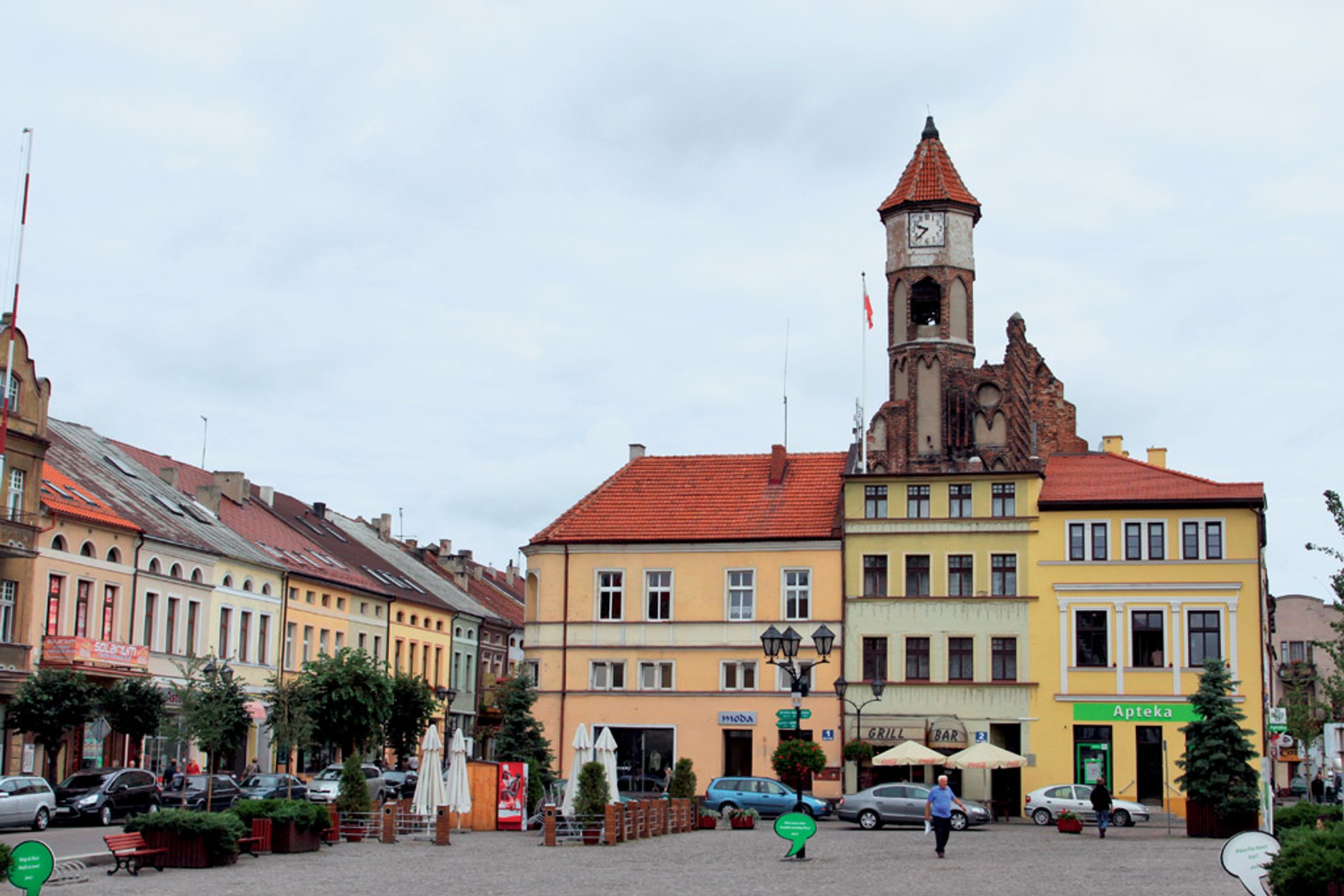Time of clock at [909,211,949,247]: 9:37
